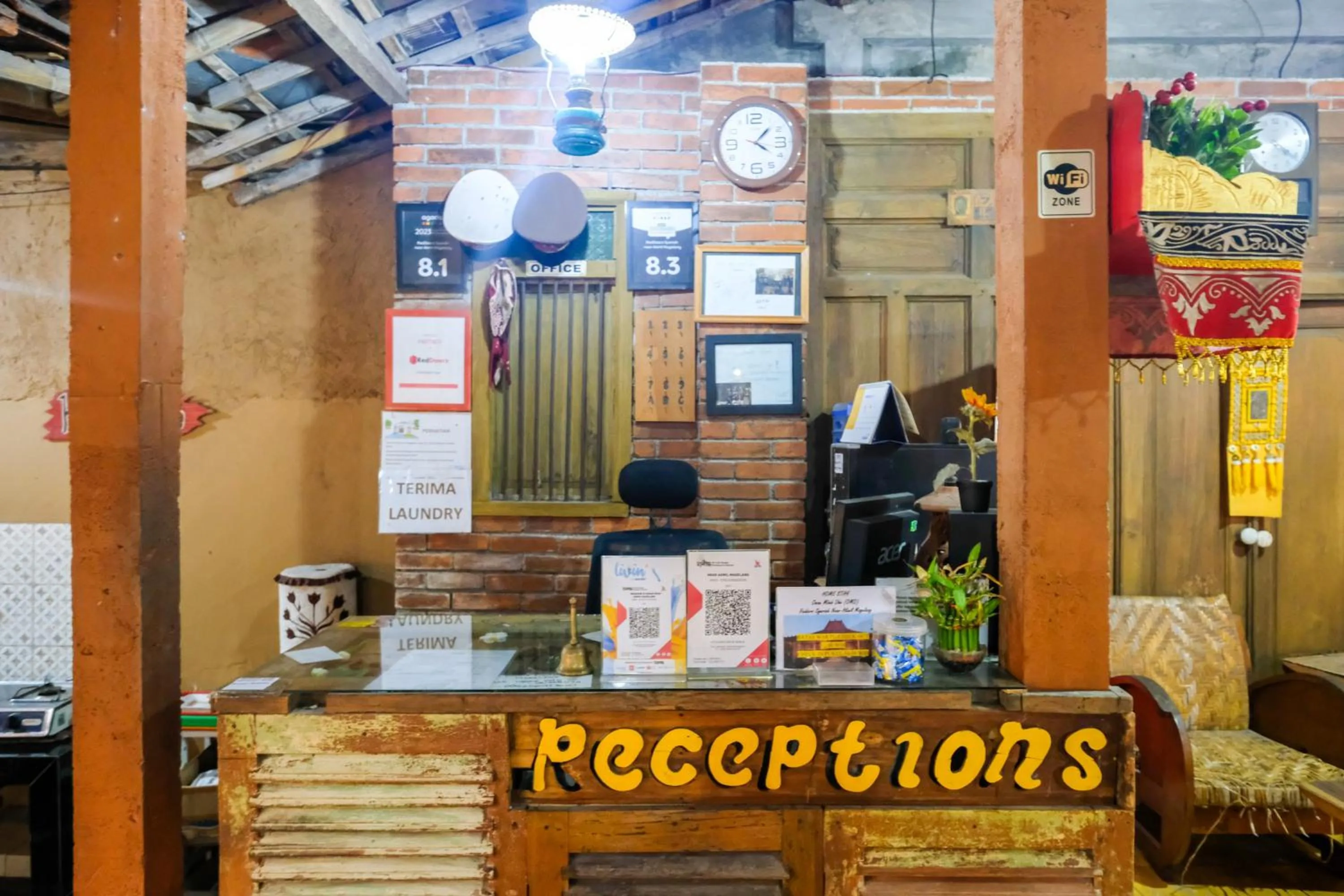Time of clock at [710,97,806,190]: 4:07
